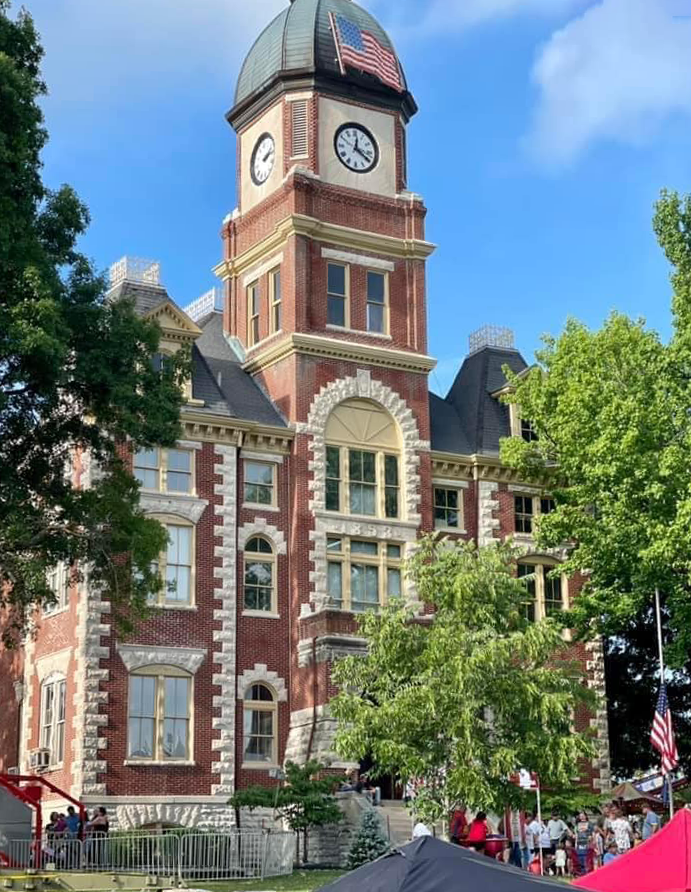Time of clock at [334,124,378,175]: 12:19
